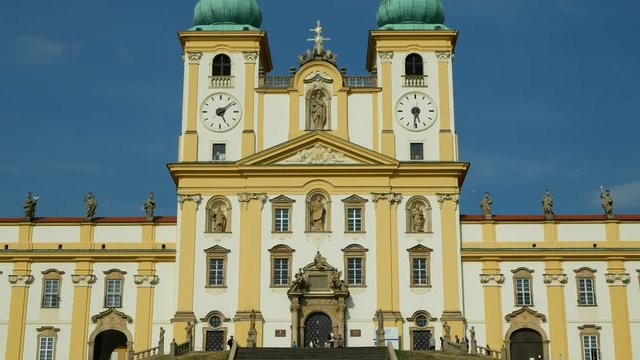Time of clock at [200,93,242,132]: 5:08
